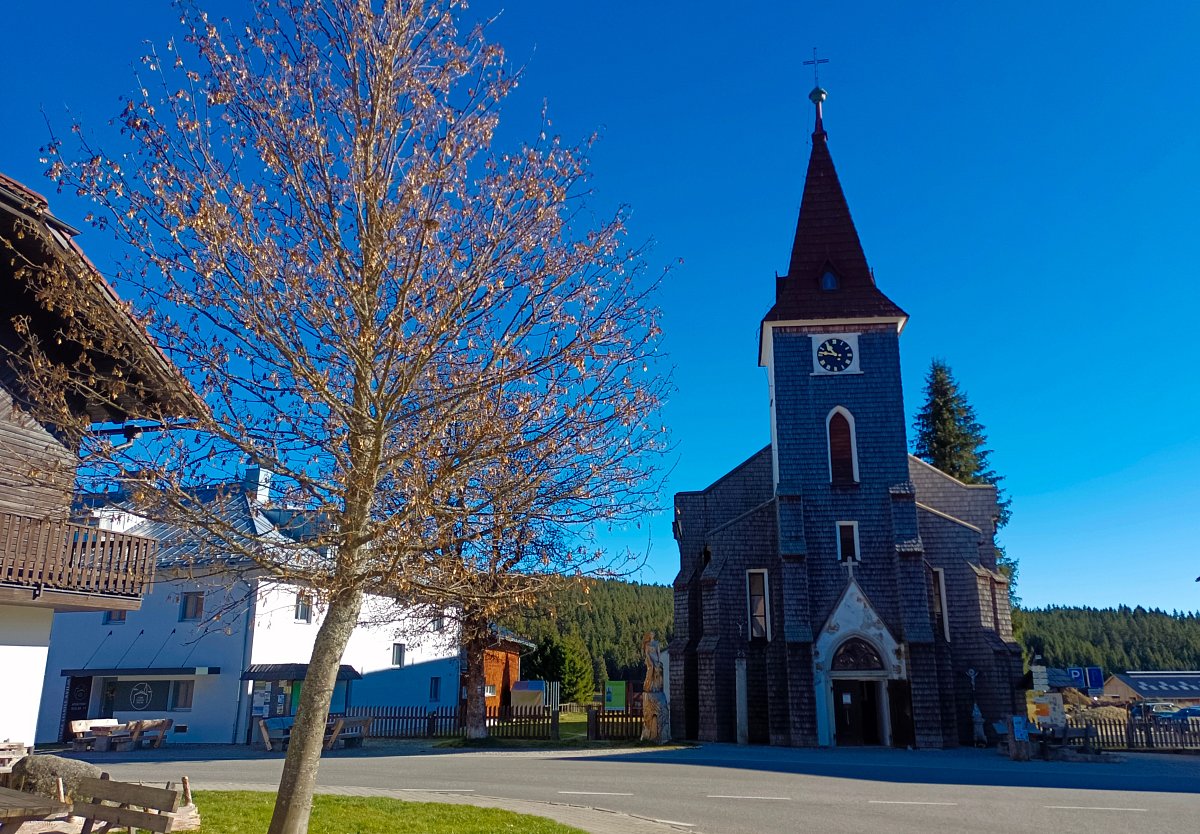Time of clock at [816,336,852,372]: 10:46
